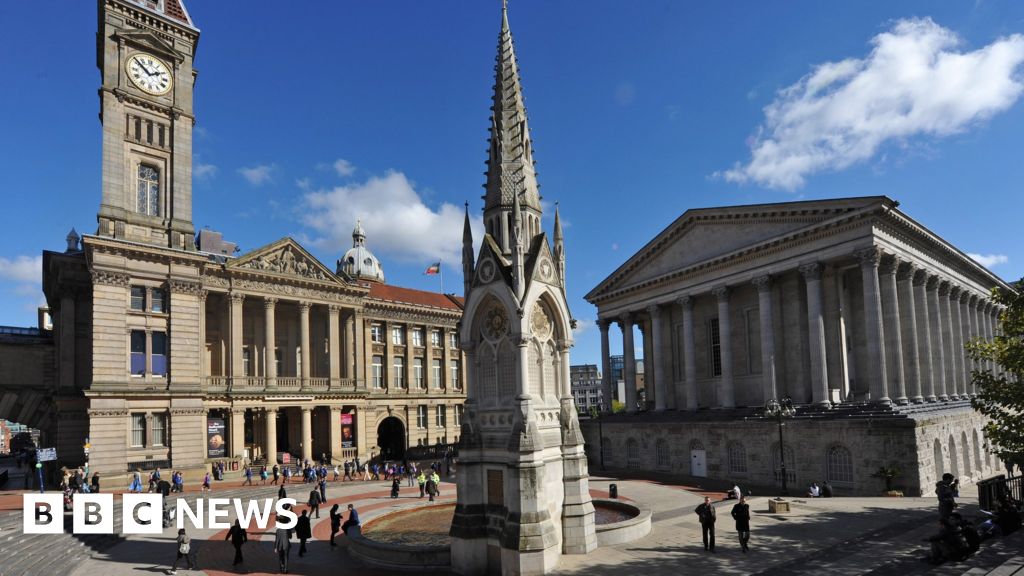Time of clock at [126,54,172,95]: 1:51
